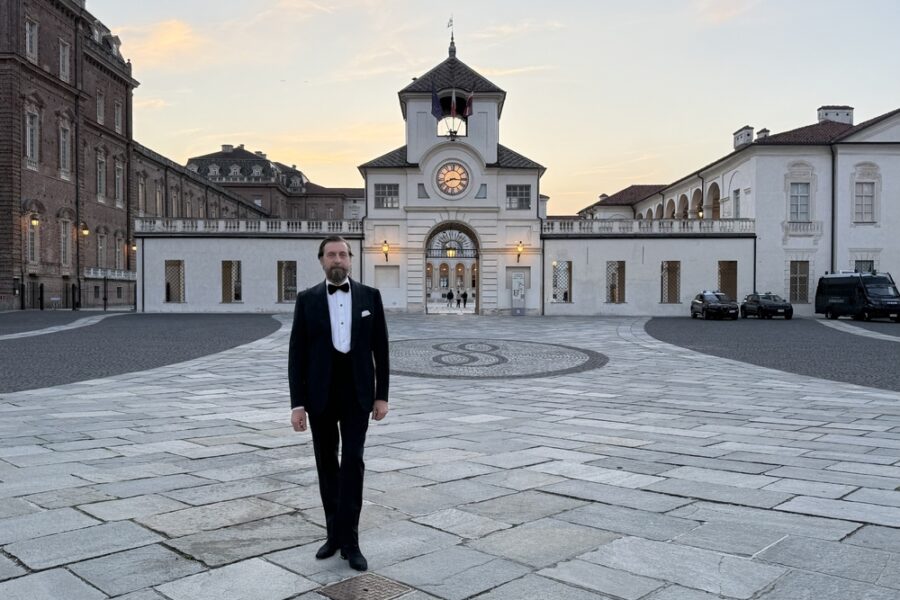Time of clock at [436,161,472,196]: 8:15
